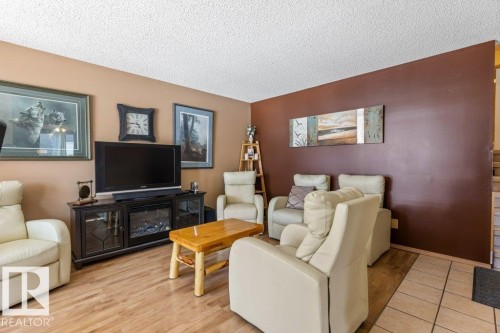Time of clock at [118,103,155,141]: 4:44
